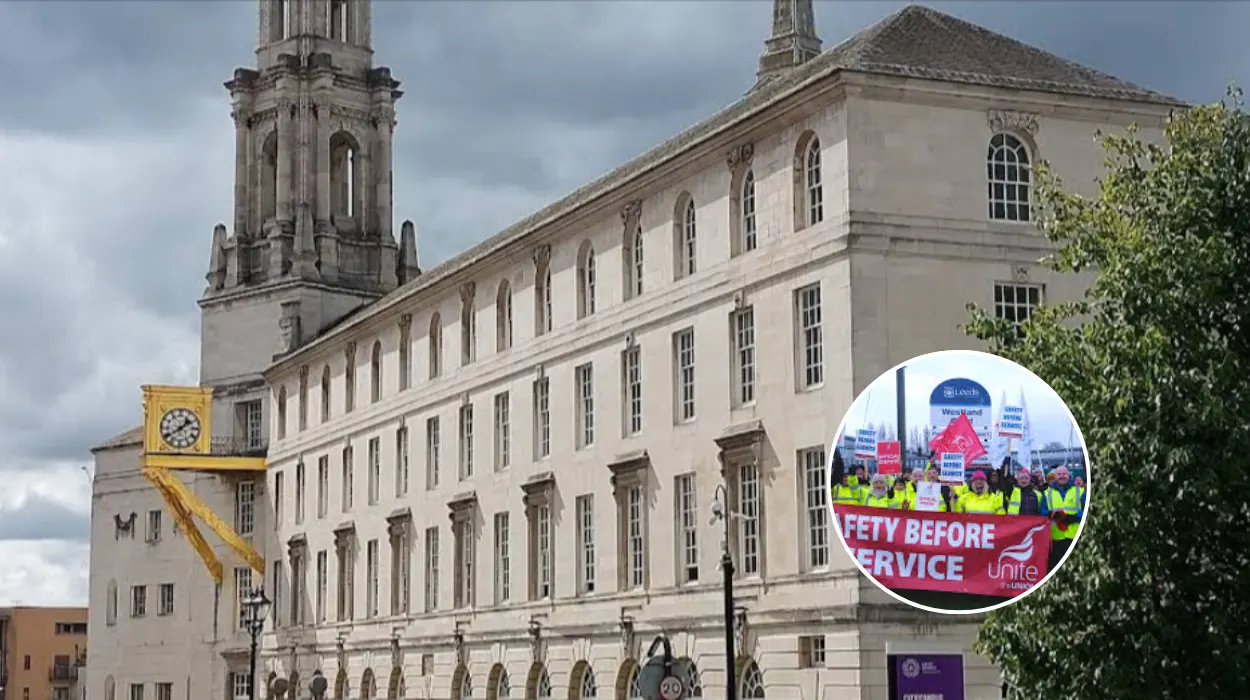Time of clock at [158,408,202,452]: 1:39
